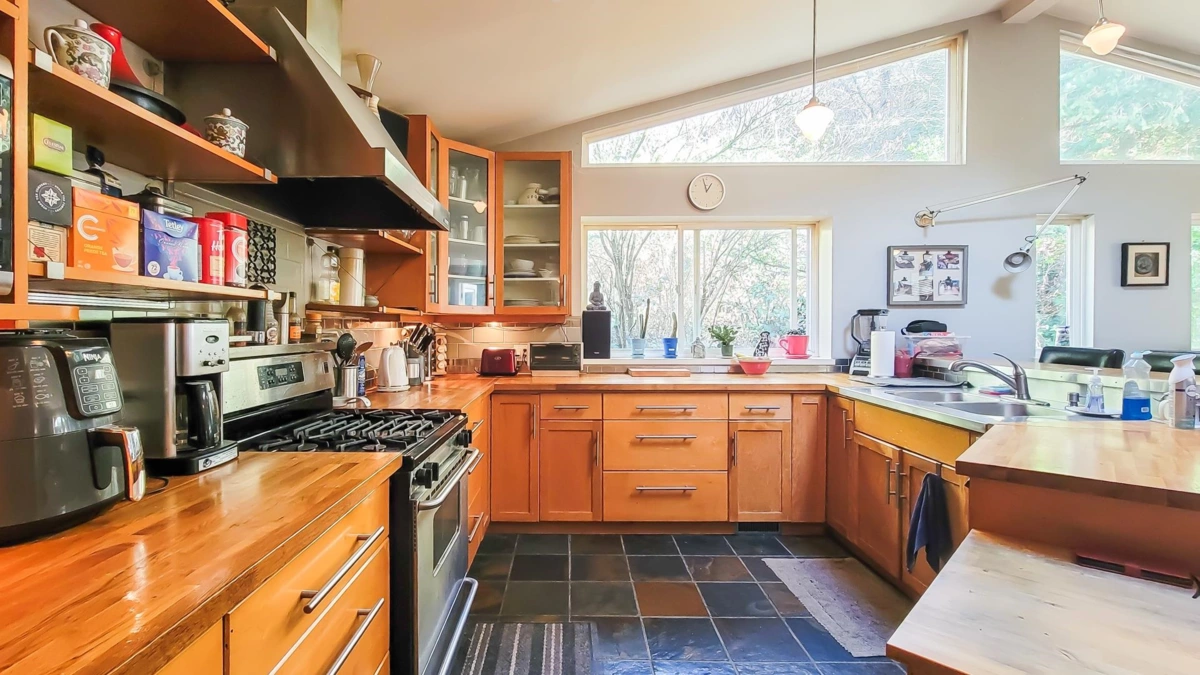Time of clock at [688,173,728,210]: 12:57
